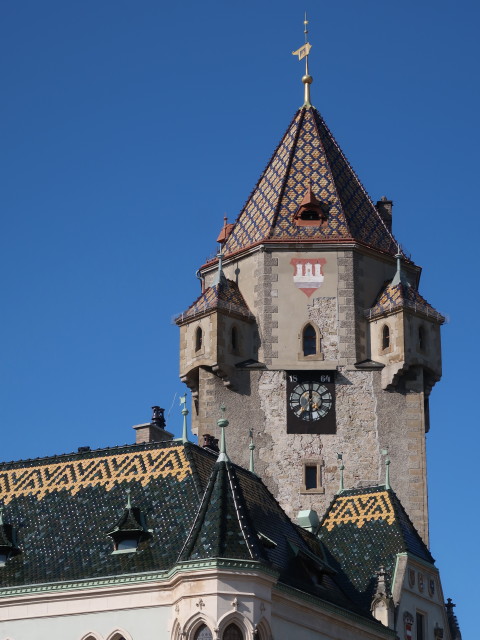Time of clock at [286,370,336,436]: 5:59
